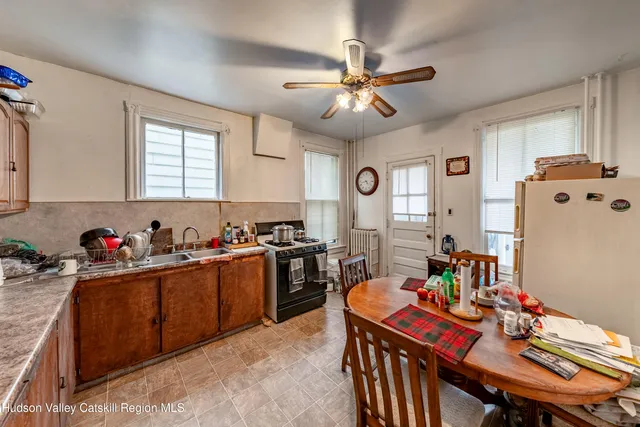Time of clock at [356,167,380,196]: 8:22
